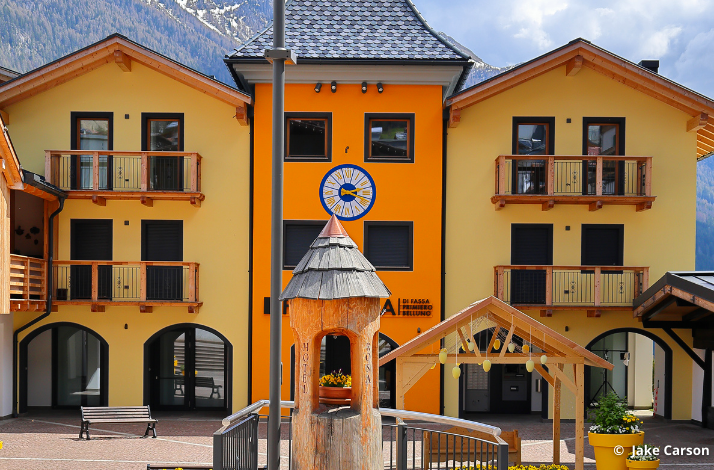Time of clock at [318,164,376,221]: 2:18
